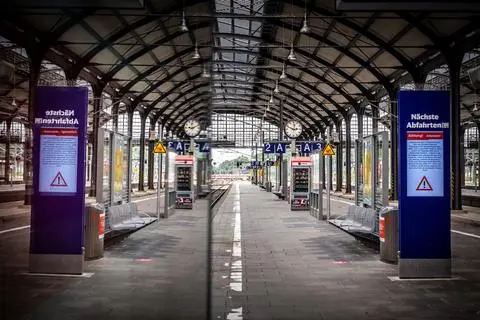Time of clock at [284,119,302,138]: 2:48
